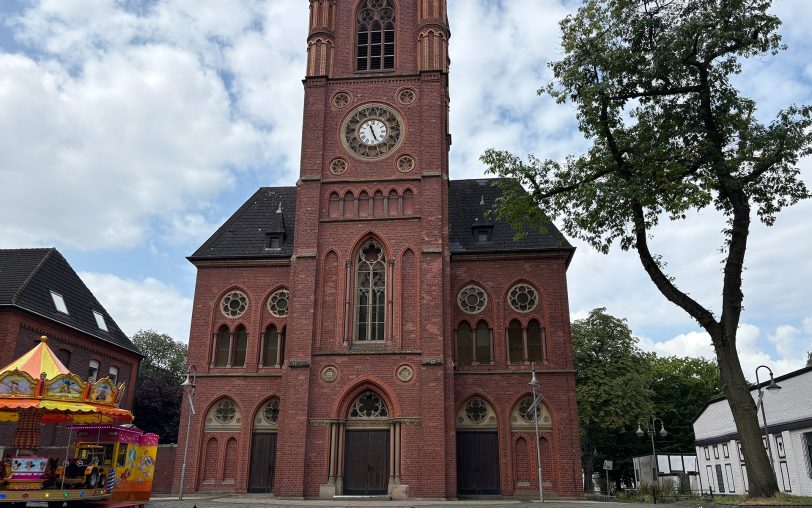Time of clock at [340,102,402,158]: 11:25
